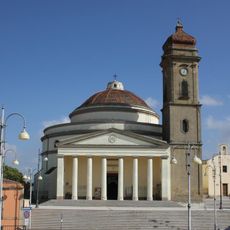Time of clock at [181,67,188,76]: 7:03
